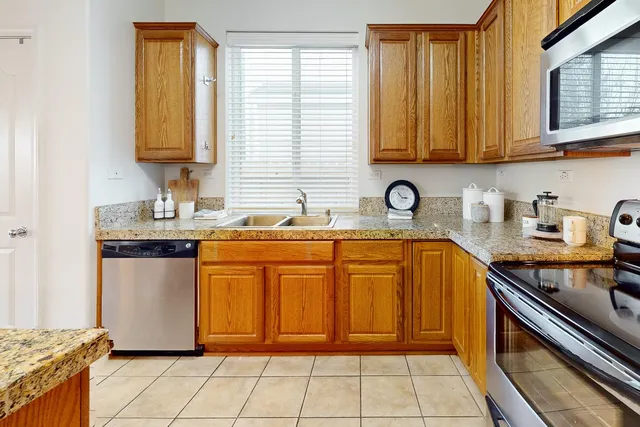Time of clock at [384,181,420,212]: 2:52
